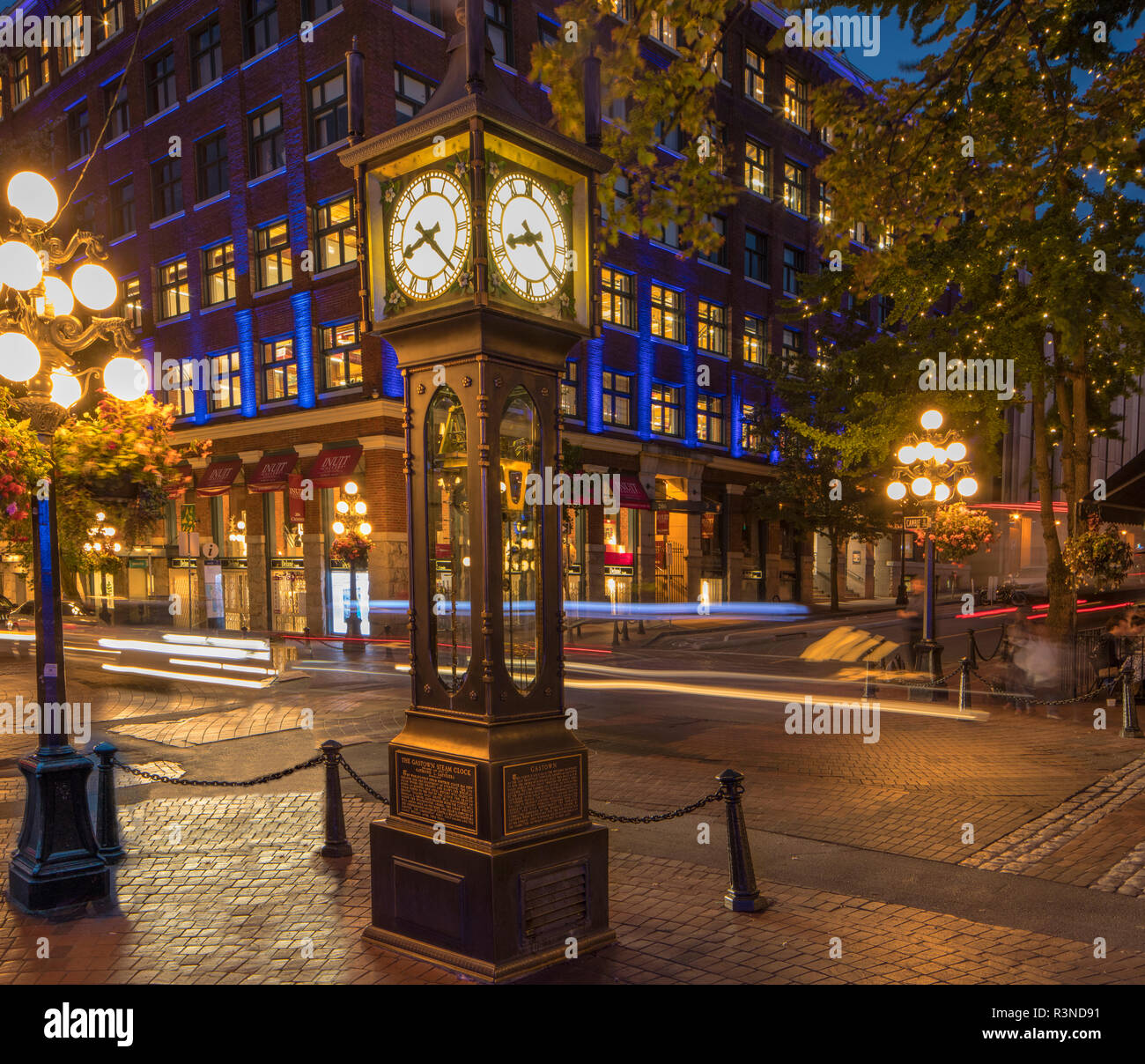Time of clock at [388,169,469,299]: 8:22
